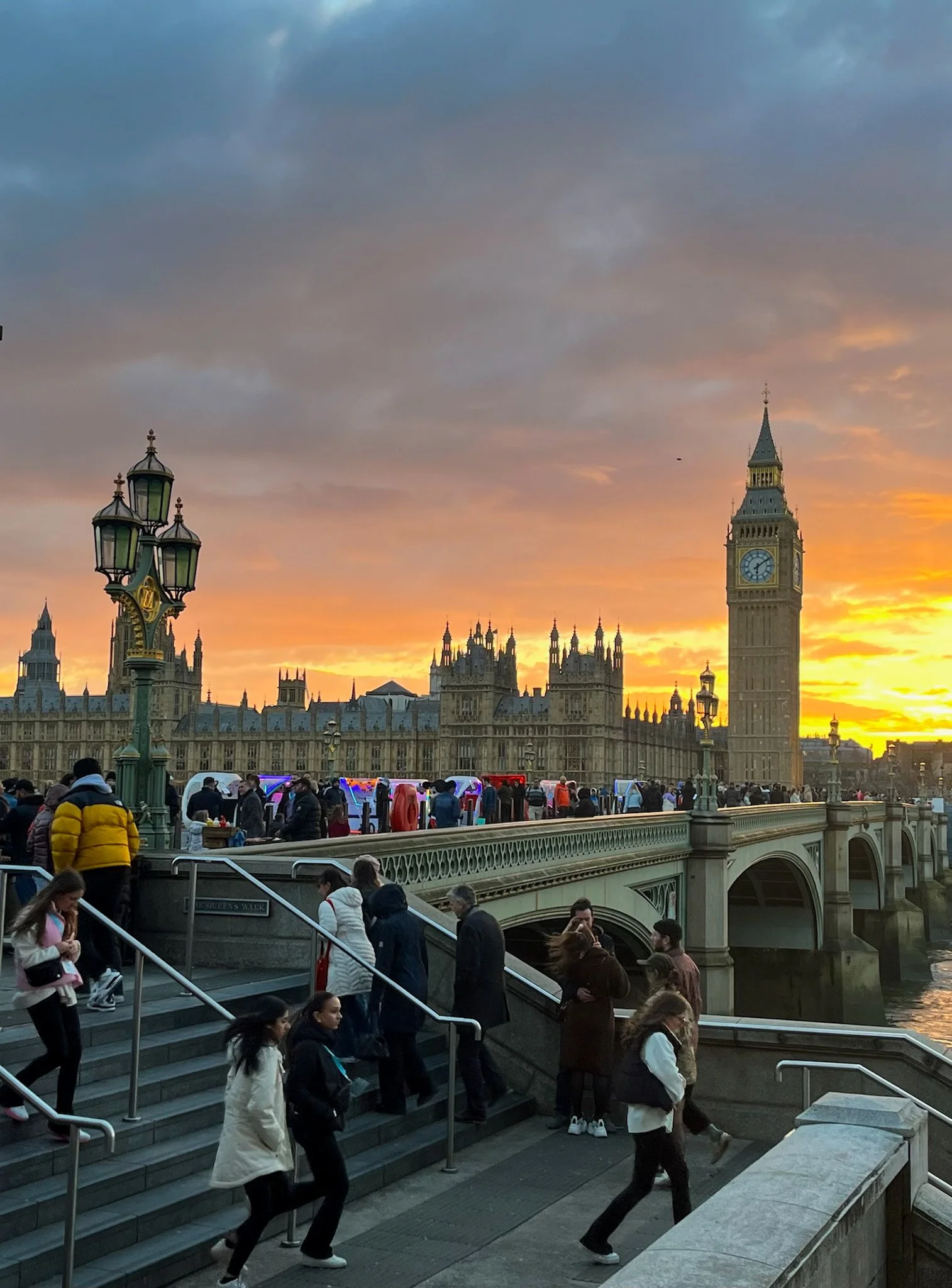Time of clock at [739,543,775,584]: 6:09
